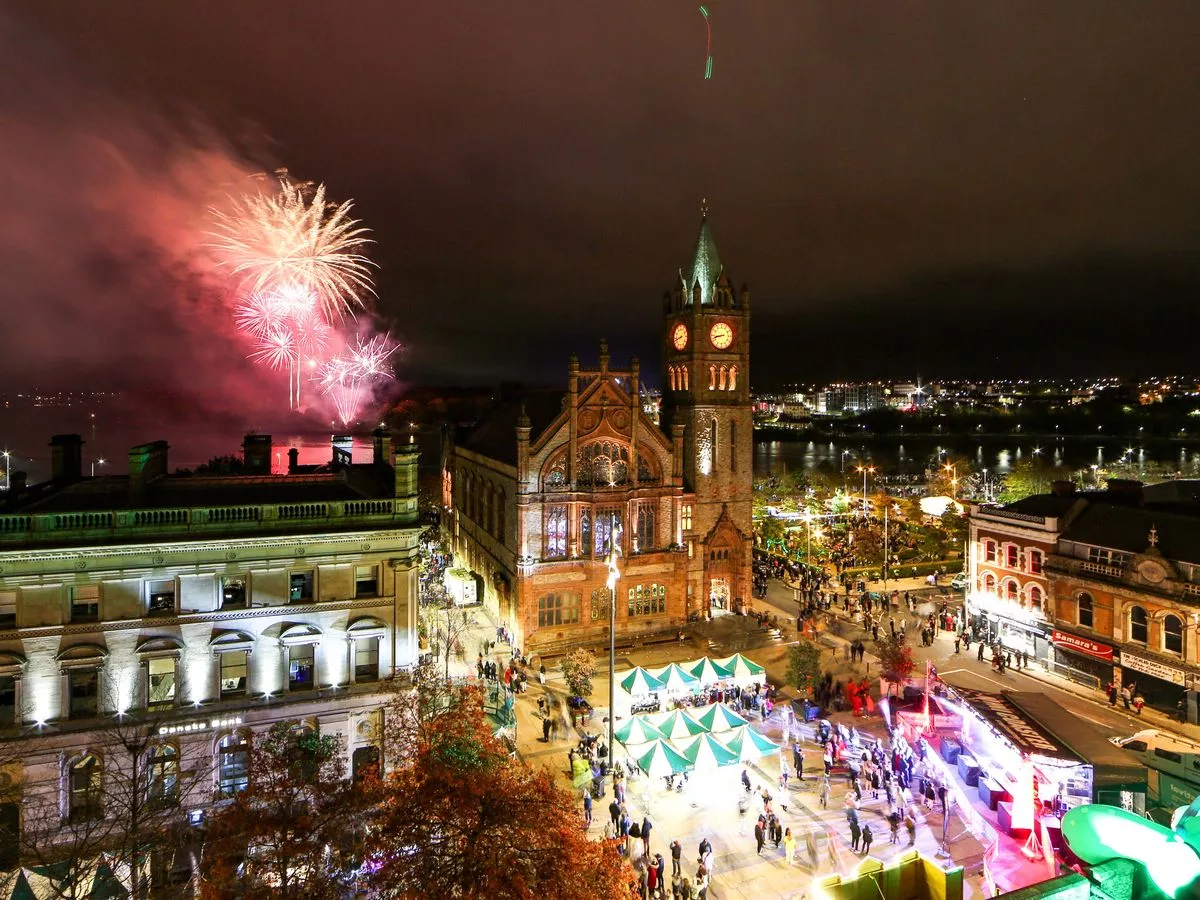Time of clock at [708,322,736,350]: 8:42
